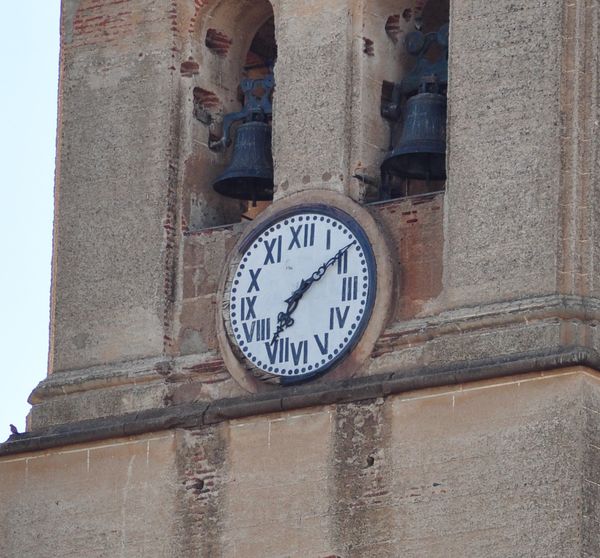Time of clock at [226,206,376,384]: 7:09
